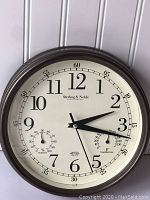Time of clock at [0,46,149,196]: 2:17
